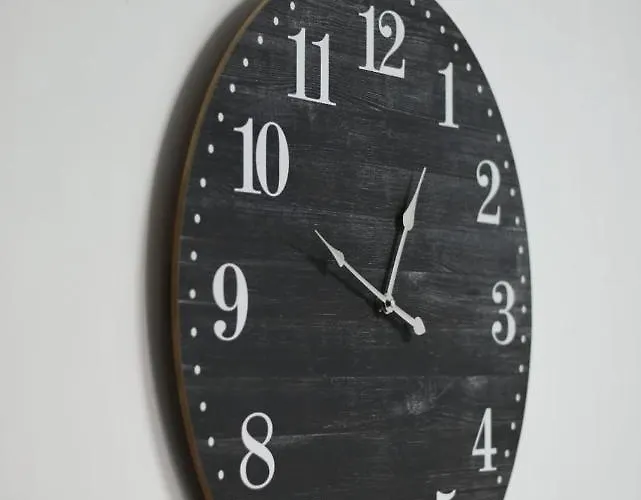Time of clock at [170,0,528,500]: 12:48
